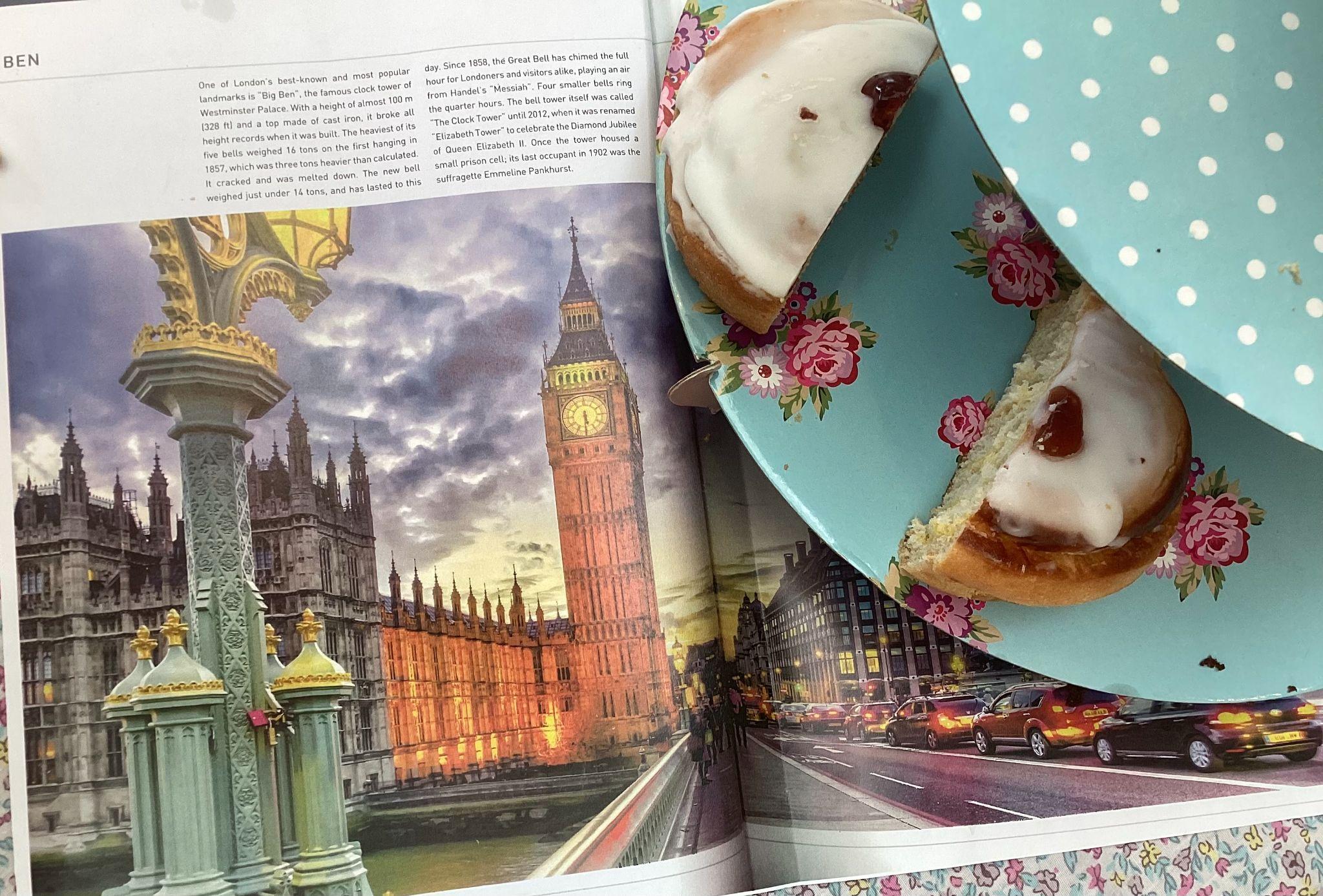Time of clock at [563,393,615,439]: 5:30
